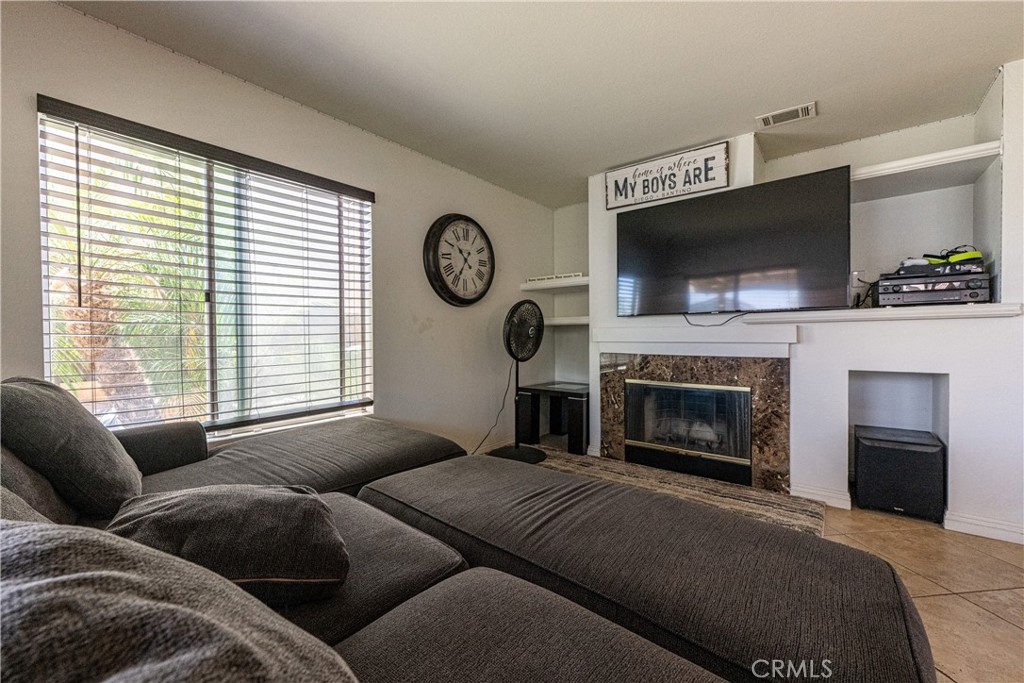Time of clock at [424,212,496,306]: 10:34
